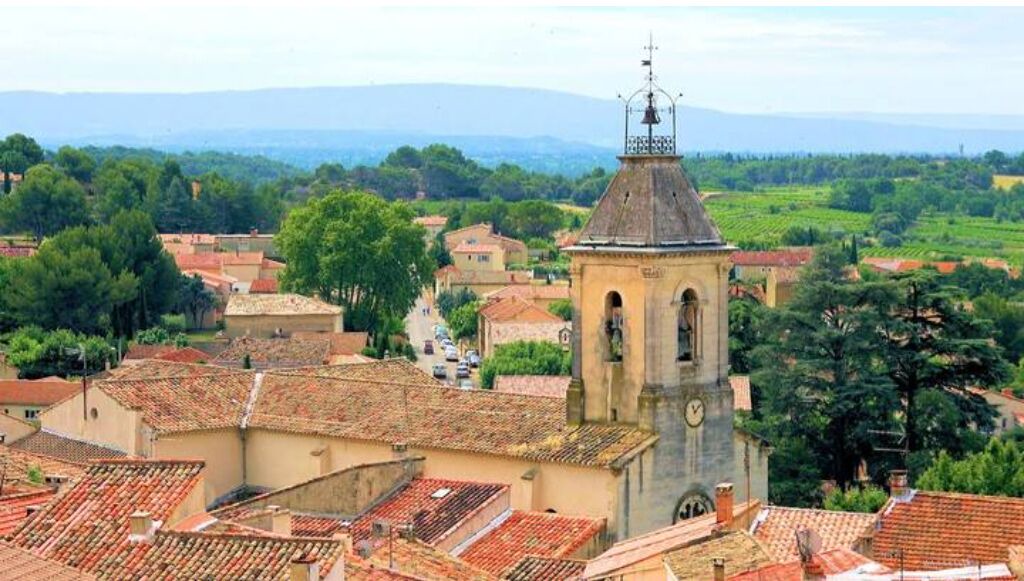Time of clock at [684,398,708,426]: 11:07
